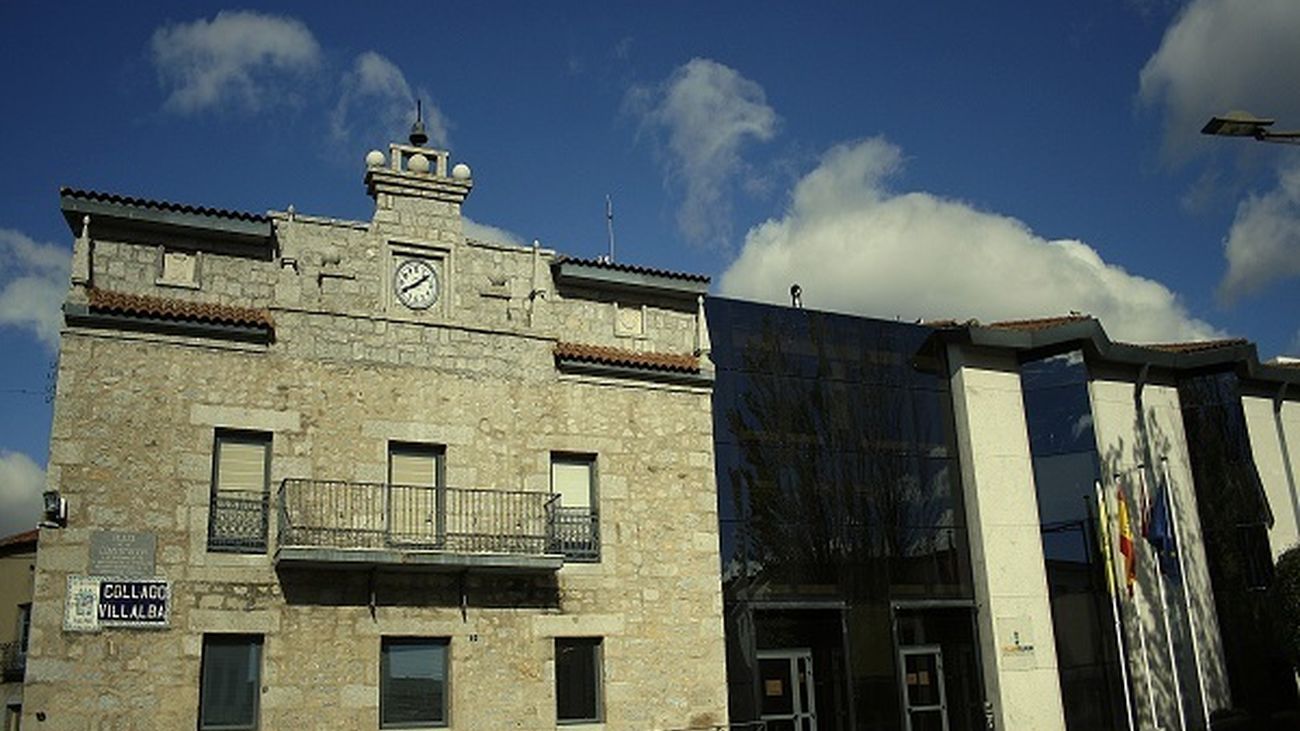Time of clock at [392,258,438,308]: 8:09
